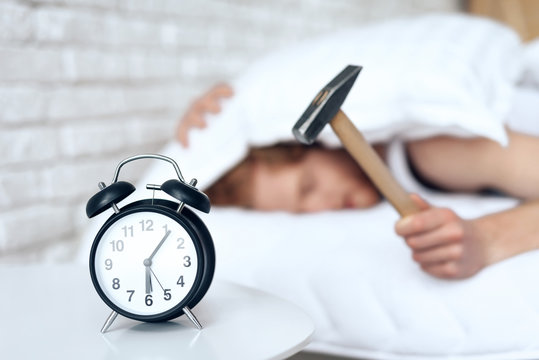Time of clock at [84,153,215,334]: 6:06
